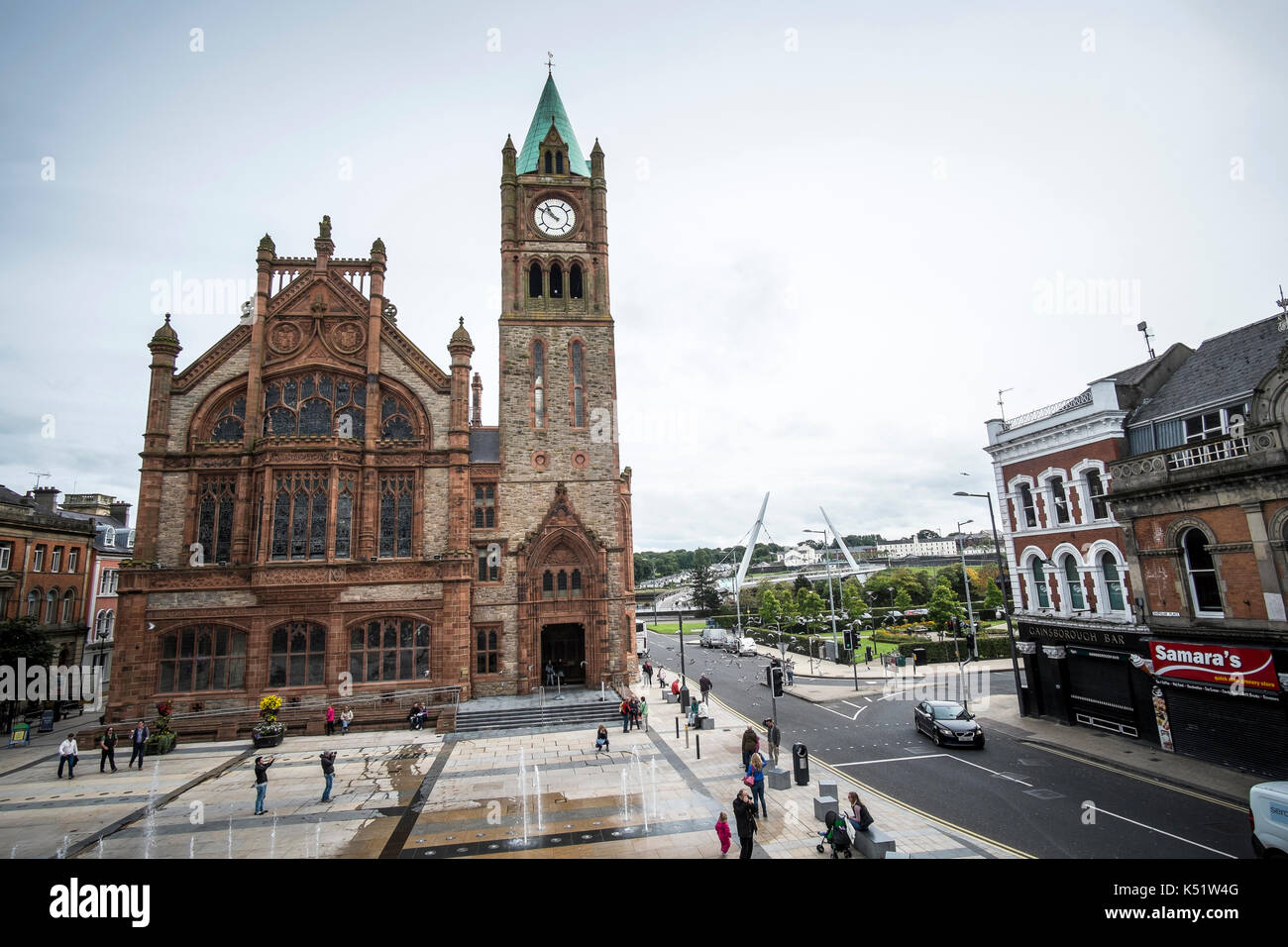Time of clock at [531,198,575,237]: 10:50
